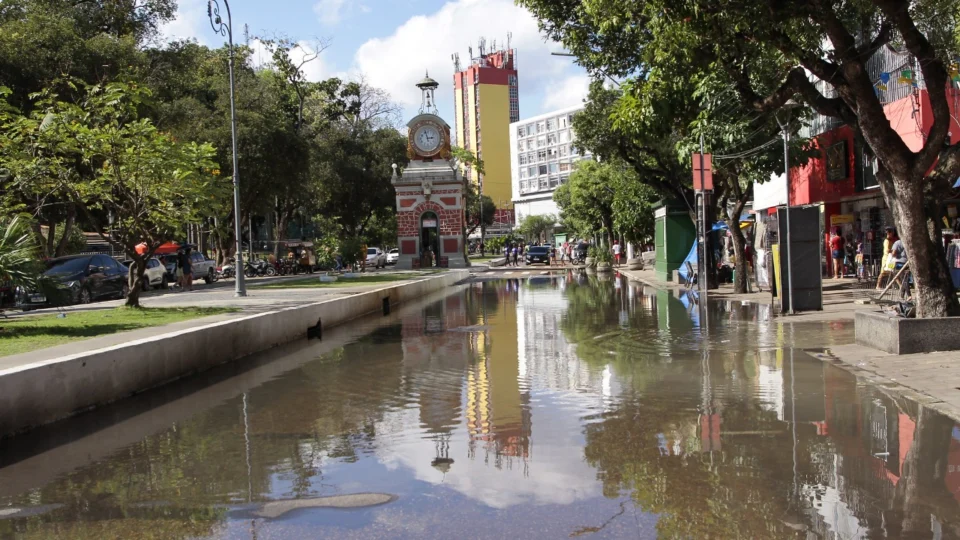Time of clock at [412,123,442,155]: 2:57
